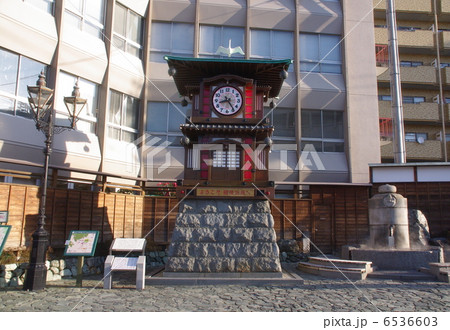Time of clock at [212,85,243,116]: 8:24
